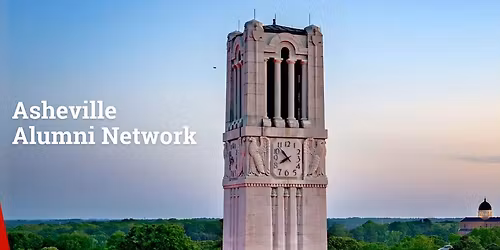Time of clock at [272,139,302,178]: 7:52
